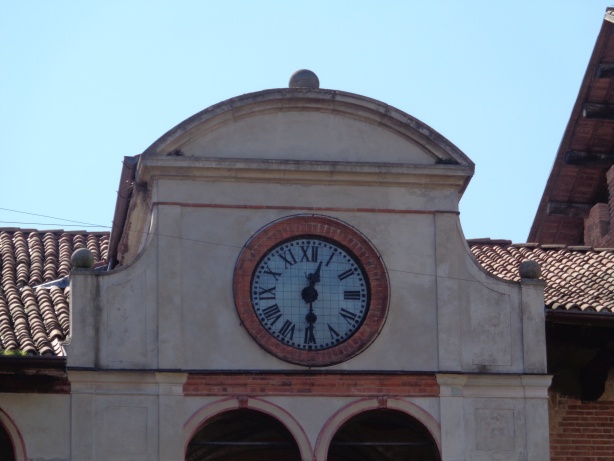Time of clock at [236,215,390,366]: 12:29
